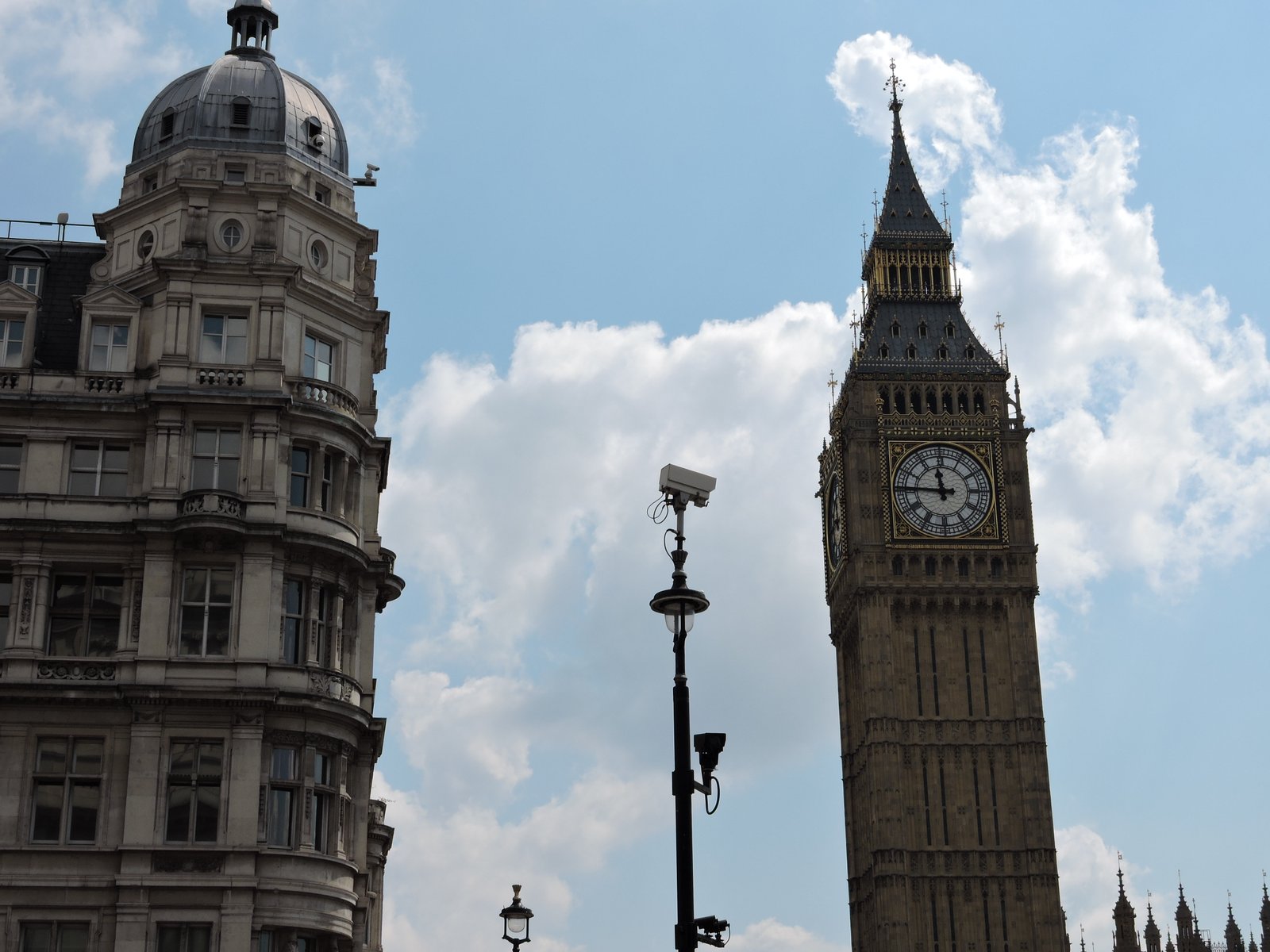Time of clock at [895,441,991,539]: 11:45
